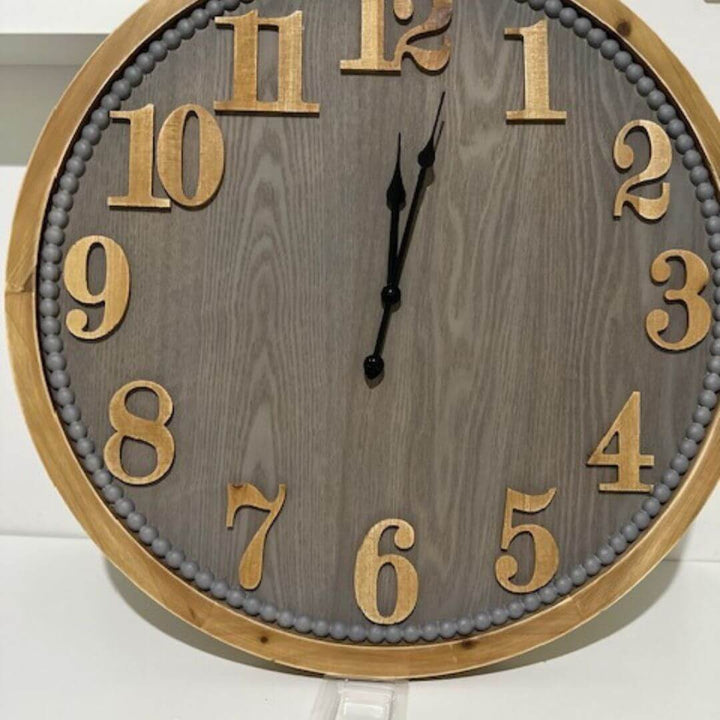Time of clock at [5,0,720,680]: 12:02
